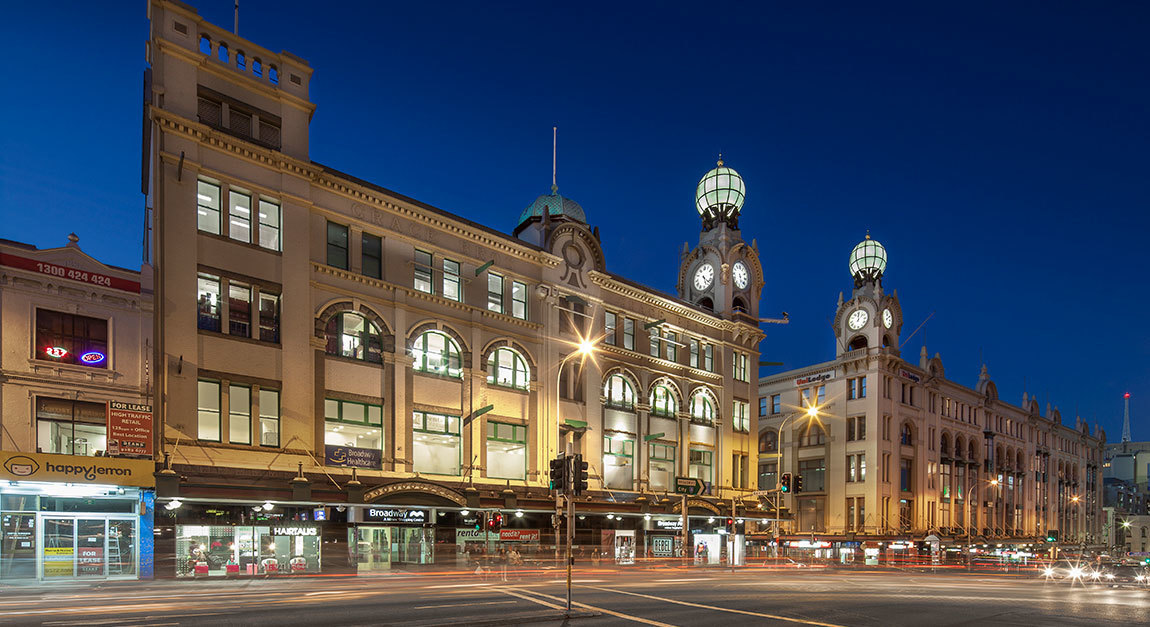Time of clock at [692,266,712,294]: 5:22
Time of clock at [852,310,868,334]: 12:07
